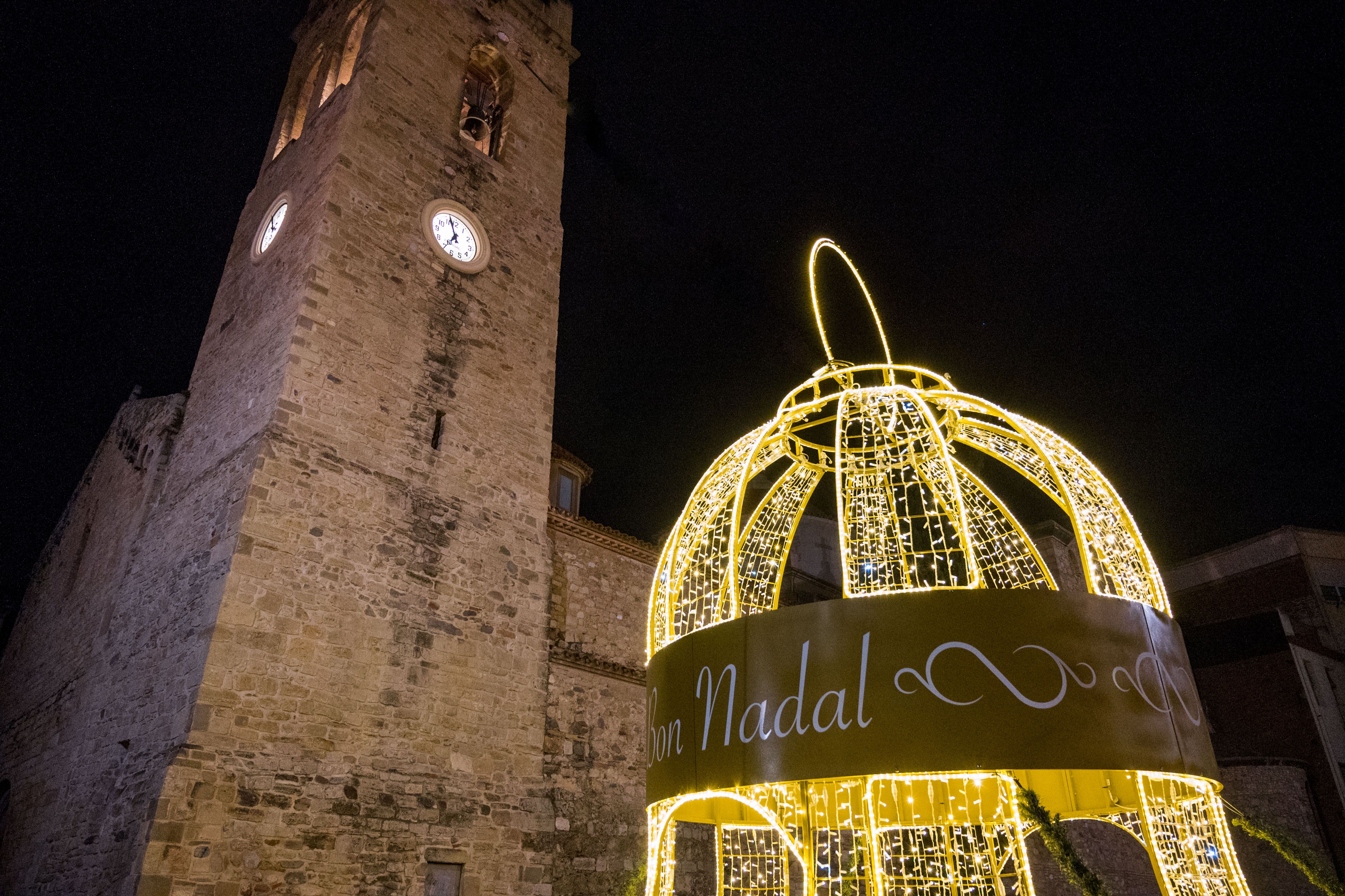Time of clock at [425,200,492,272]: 6:57
